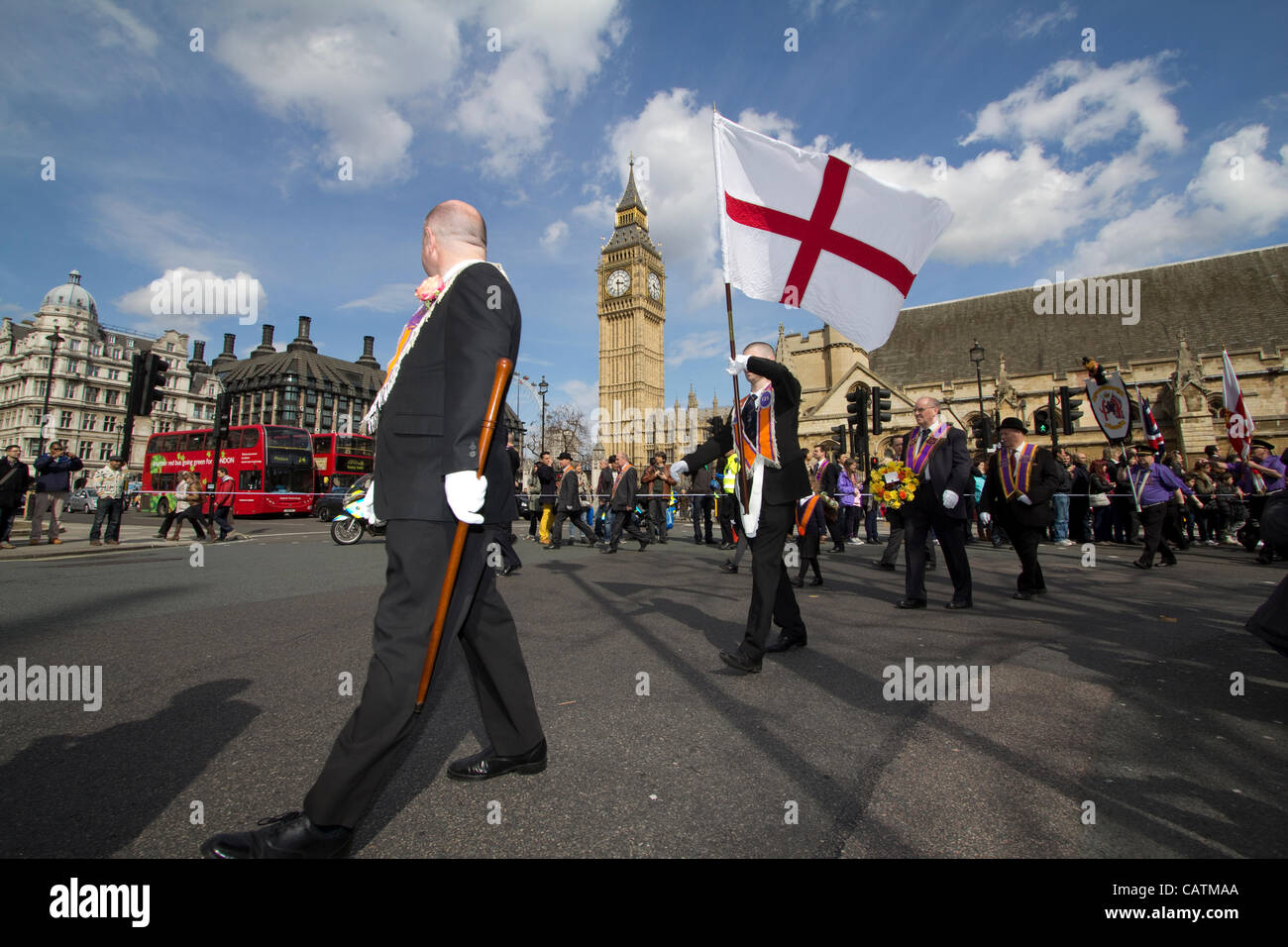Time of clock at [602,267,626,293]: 3:29
